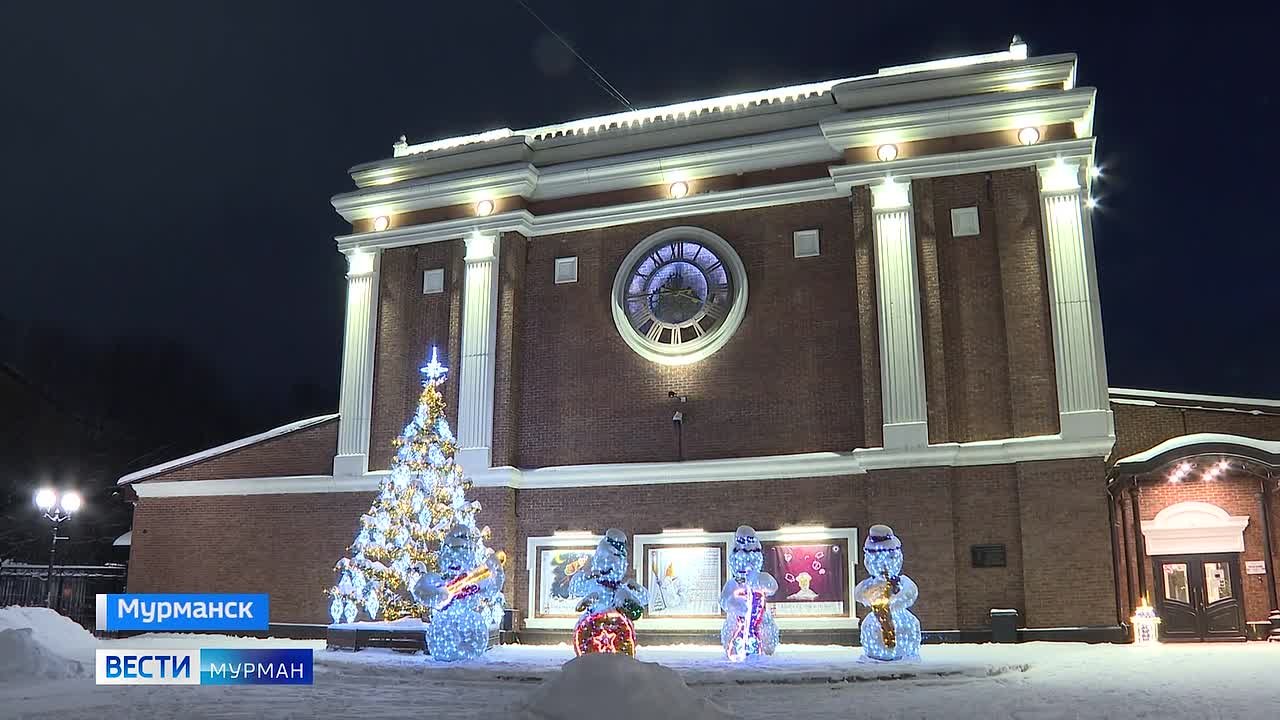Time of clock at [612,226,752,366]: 3:43
